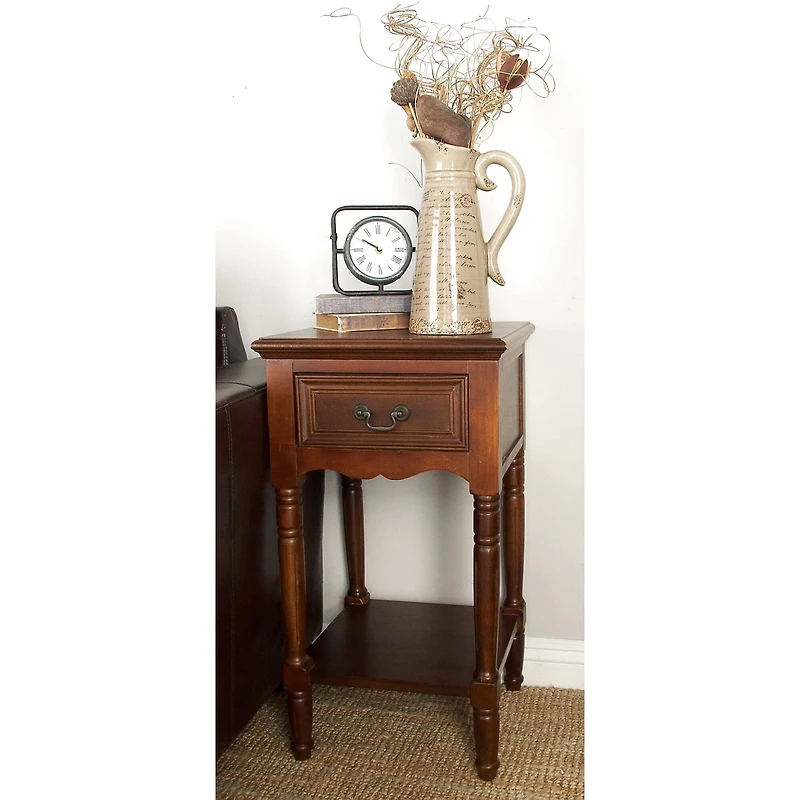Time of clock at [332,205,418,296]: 9:50
